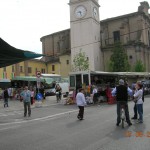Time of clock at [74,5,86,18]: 8:26
